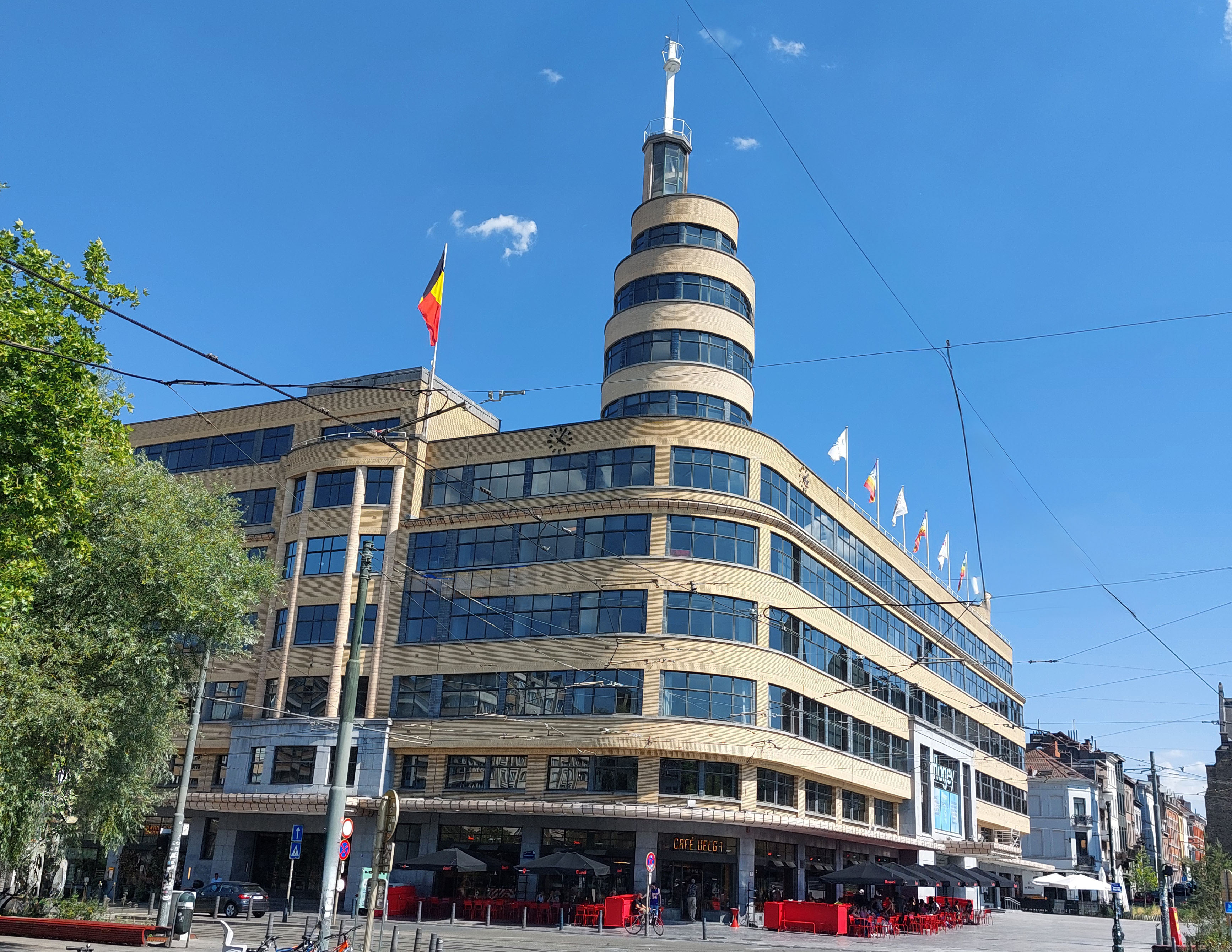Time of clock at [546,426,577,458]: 4:04
